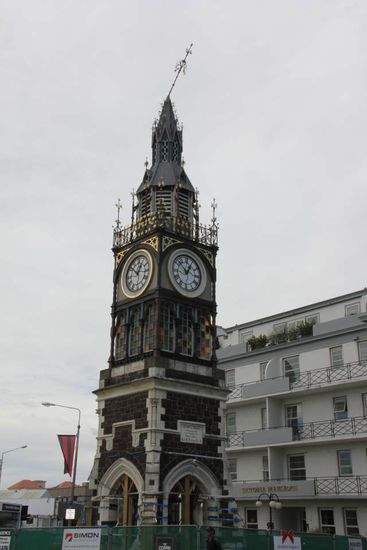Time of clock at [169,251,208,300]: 12:52
